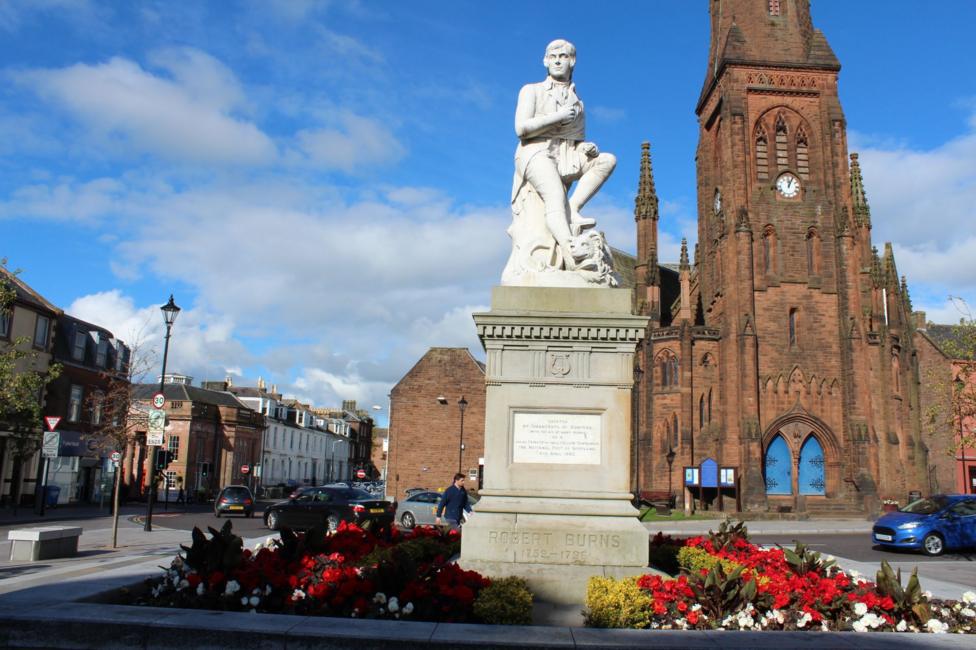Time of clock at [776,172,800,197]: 12:04
